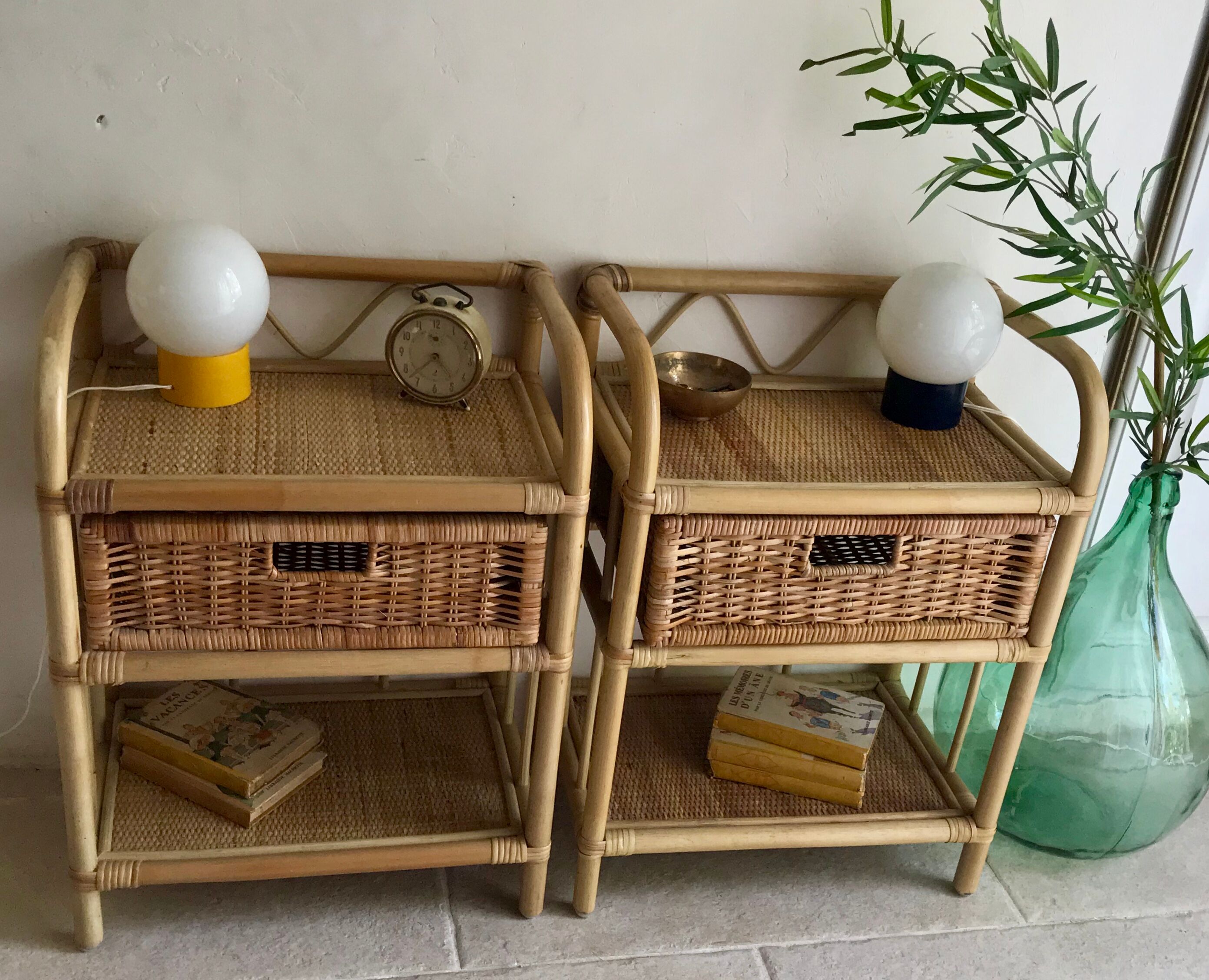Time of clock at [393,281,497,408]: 4:37
